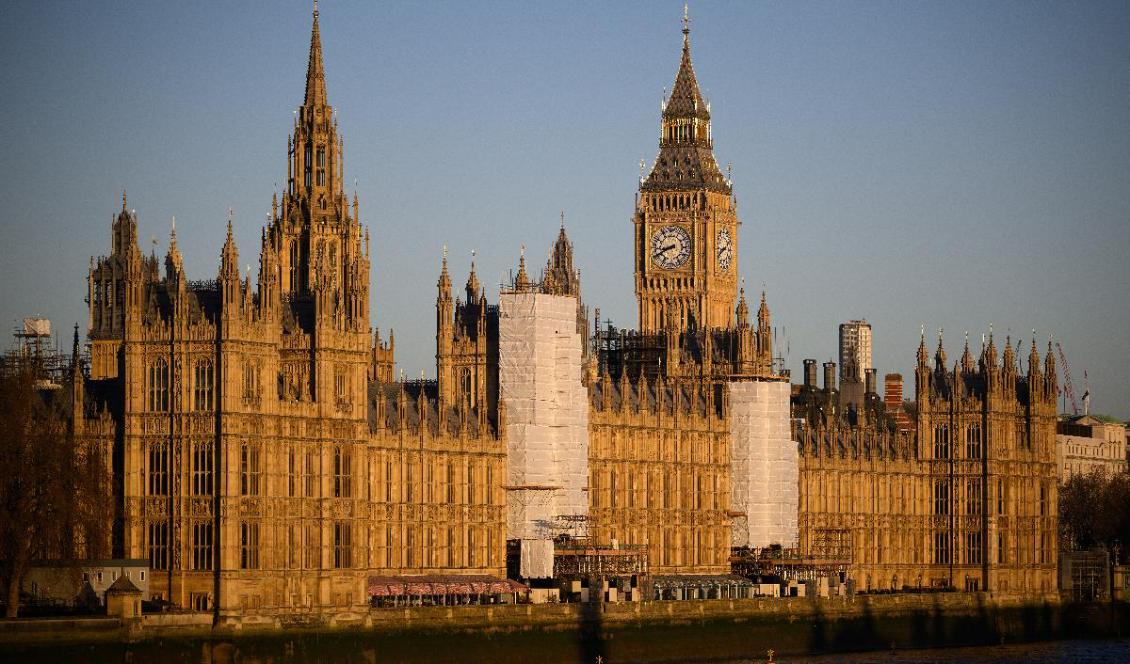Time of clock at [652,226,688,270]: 8:40
